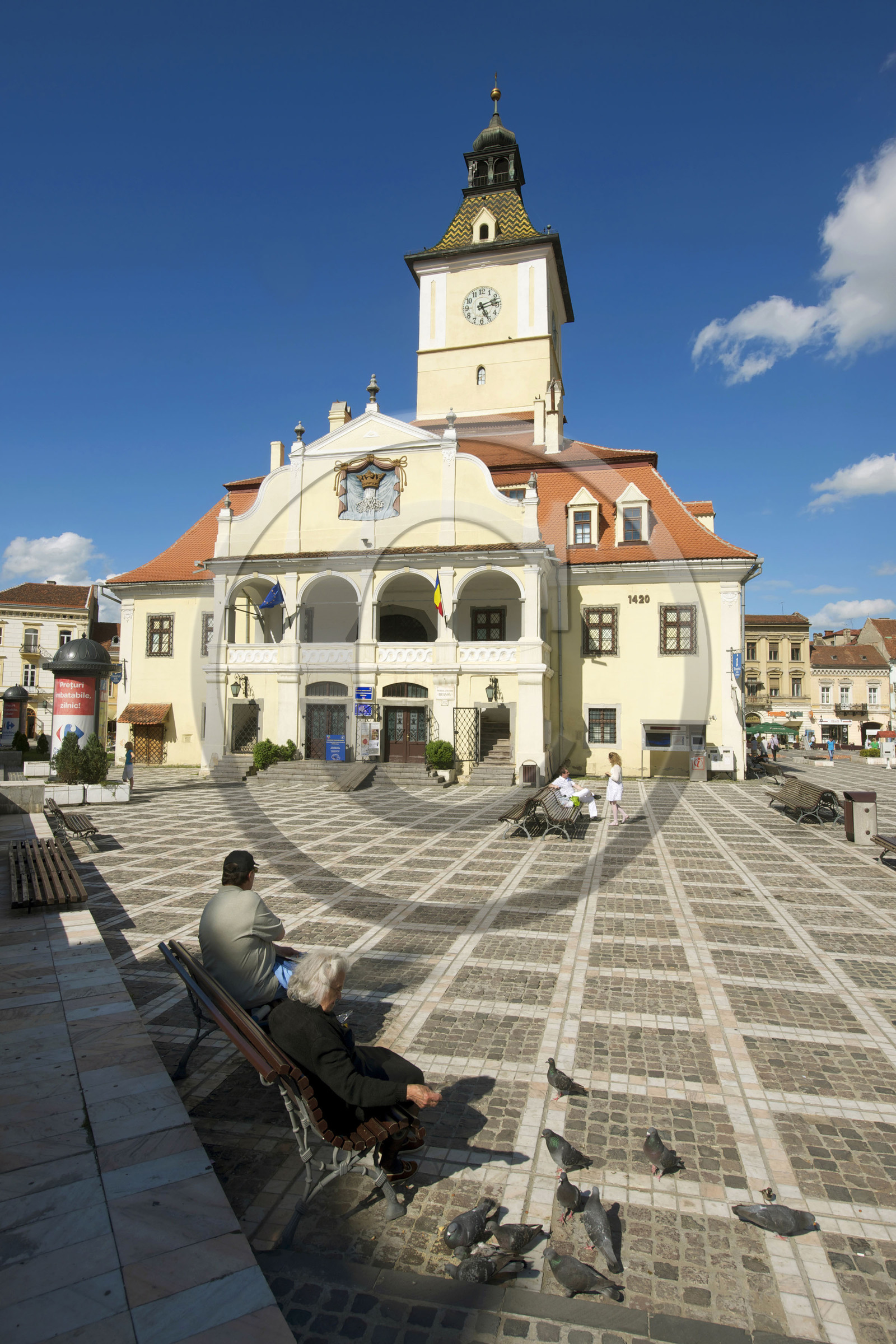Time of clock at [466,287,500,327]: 5:12
